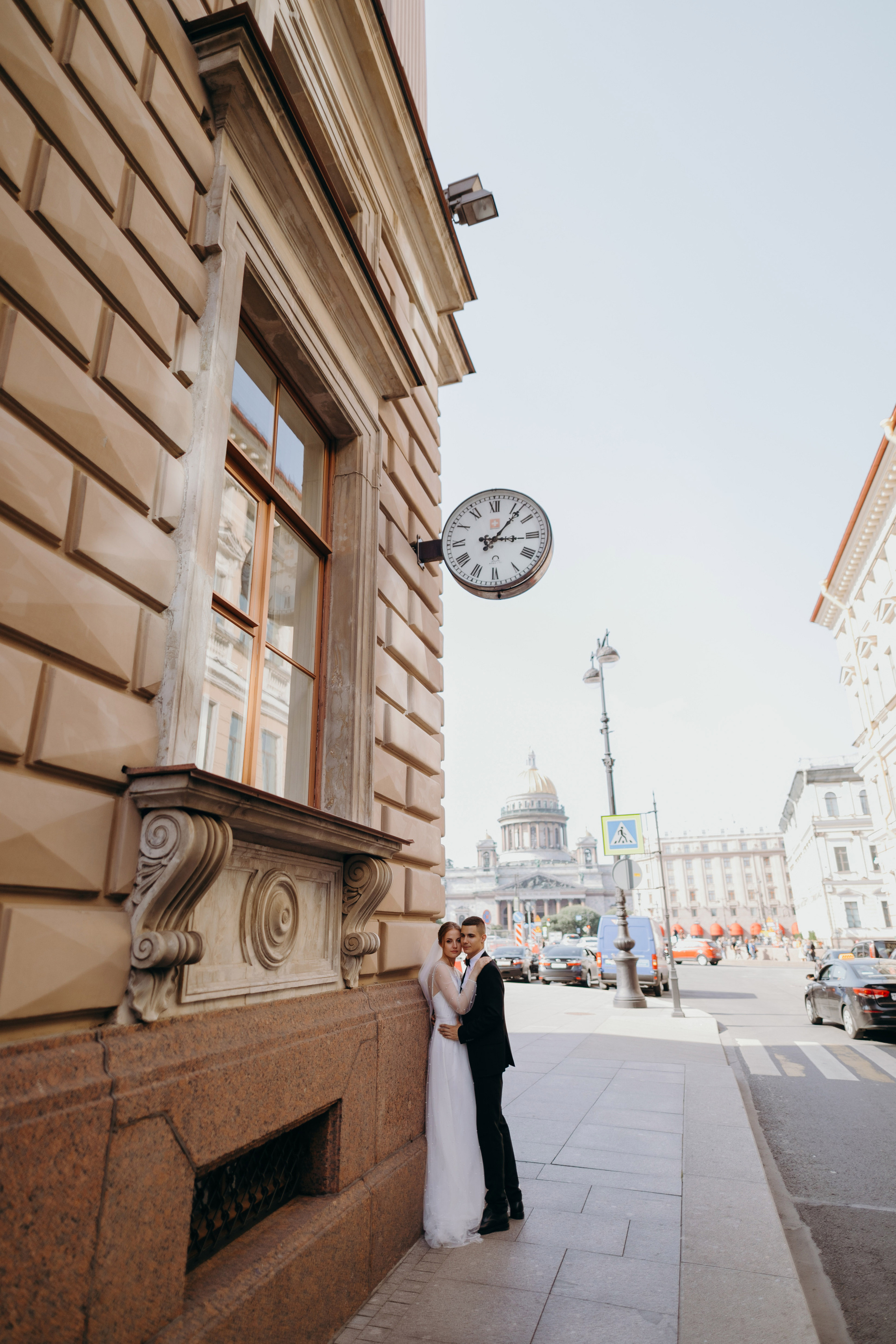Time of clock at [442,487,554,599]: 3:06
